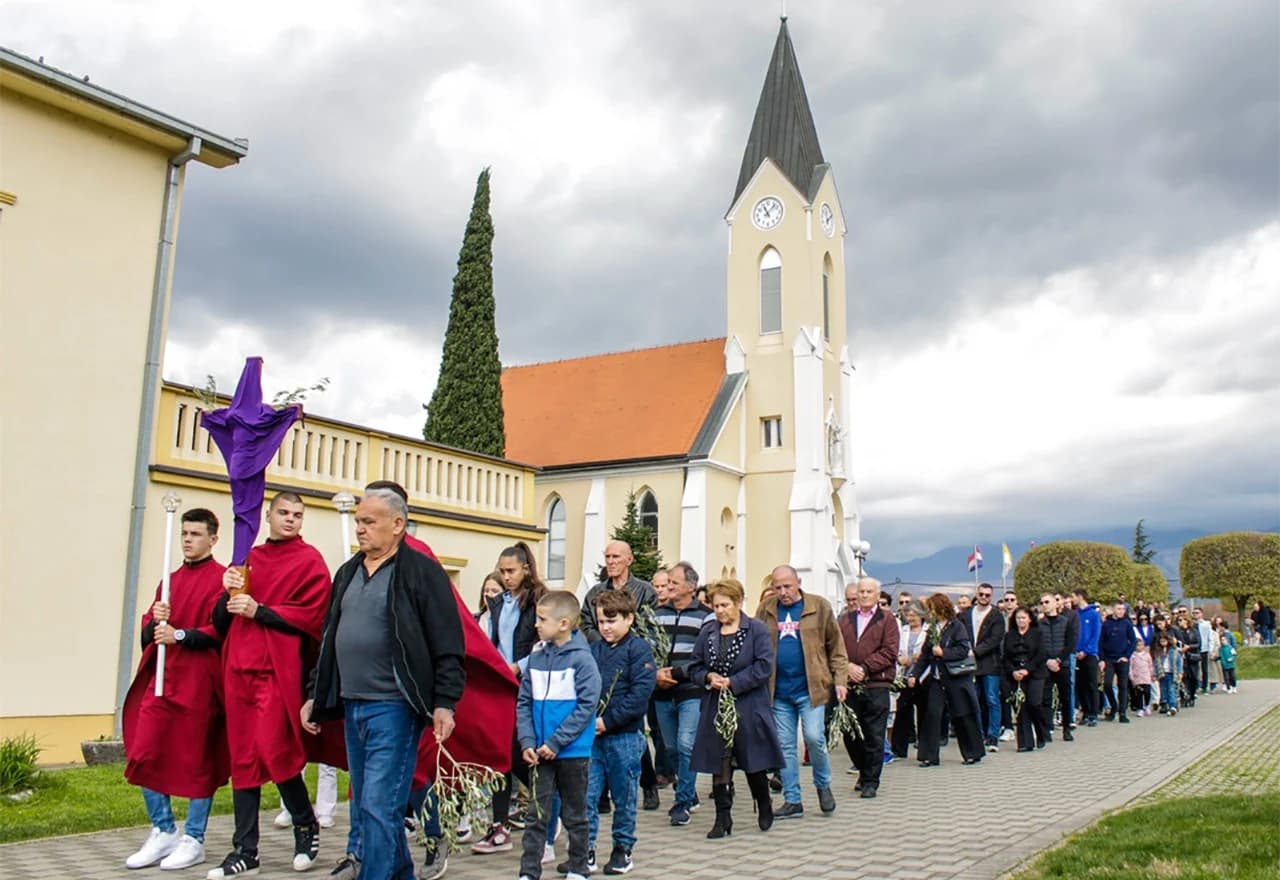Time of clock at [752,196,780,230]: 11:07
